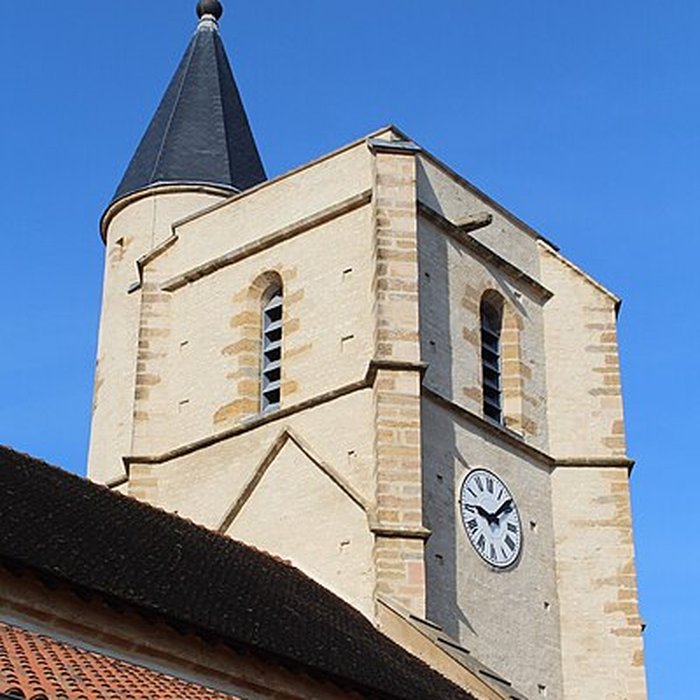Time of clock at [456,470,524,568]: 9:08
